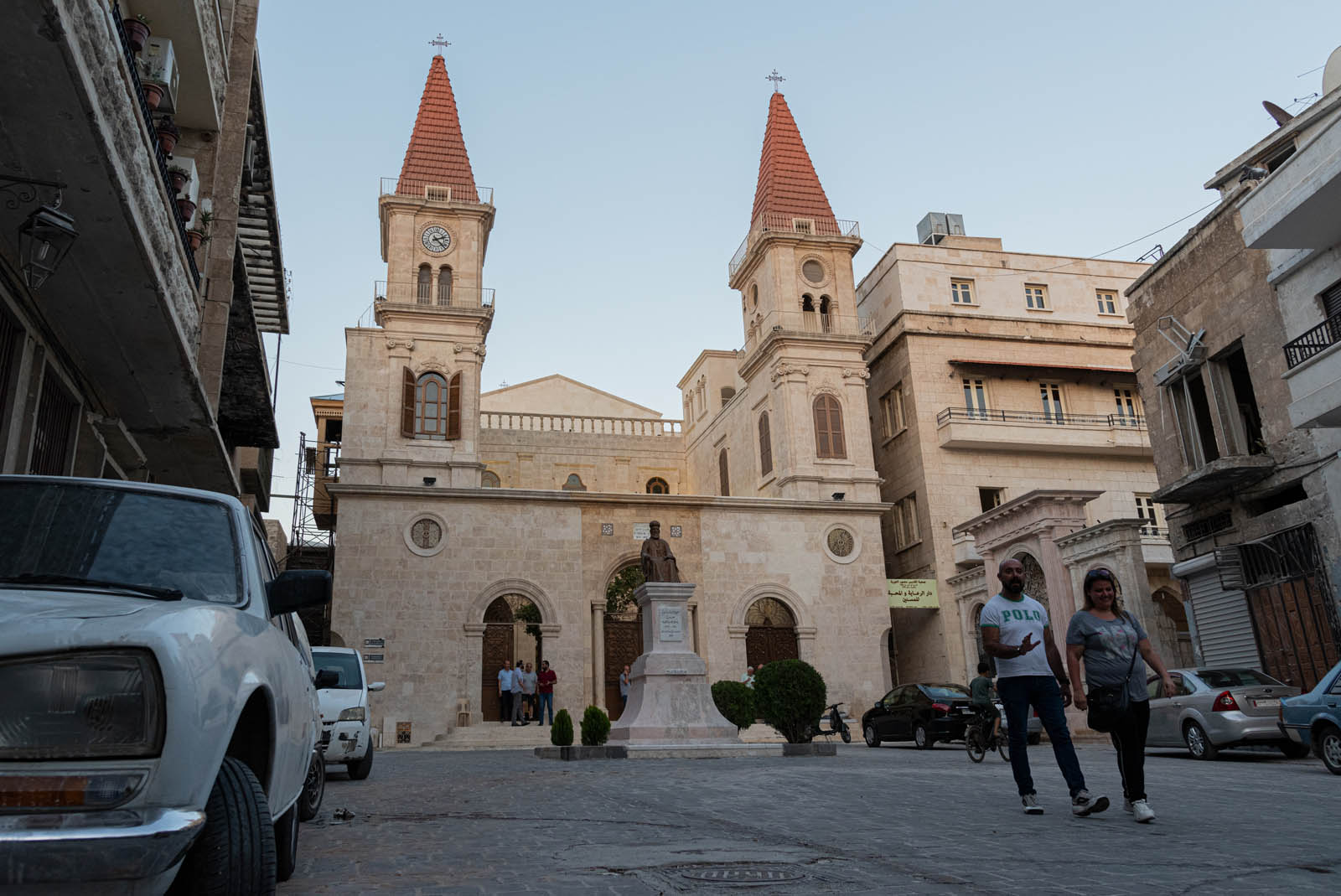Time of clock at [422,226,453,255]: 2:22
